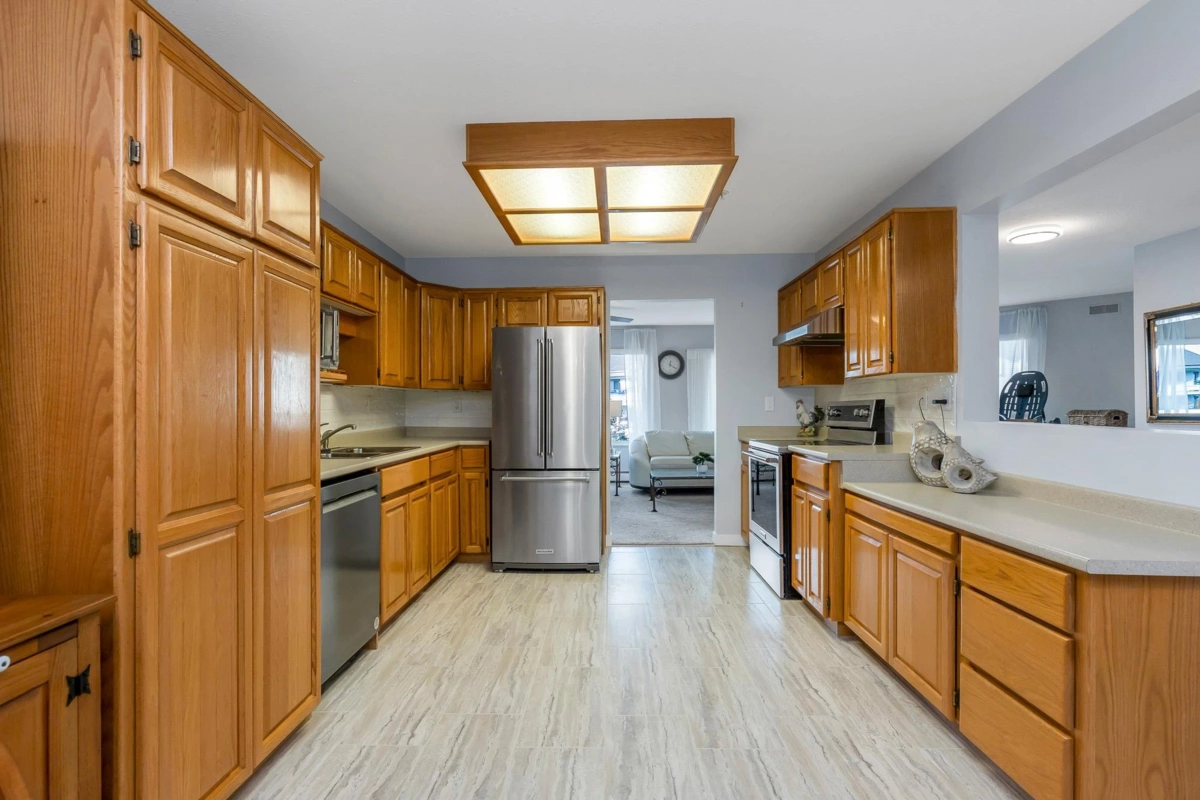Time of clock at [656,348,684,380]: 12:20
